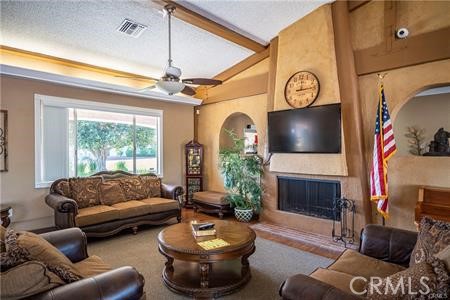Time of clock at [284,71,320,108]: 12:13
